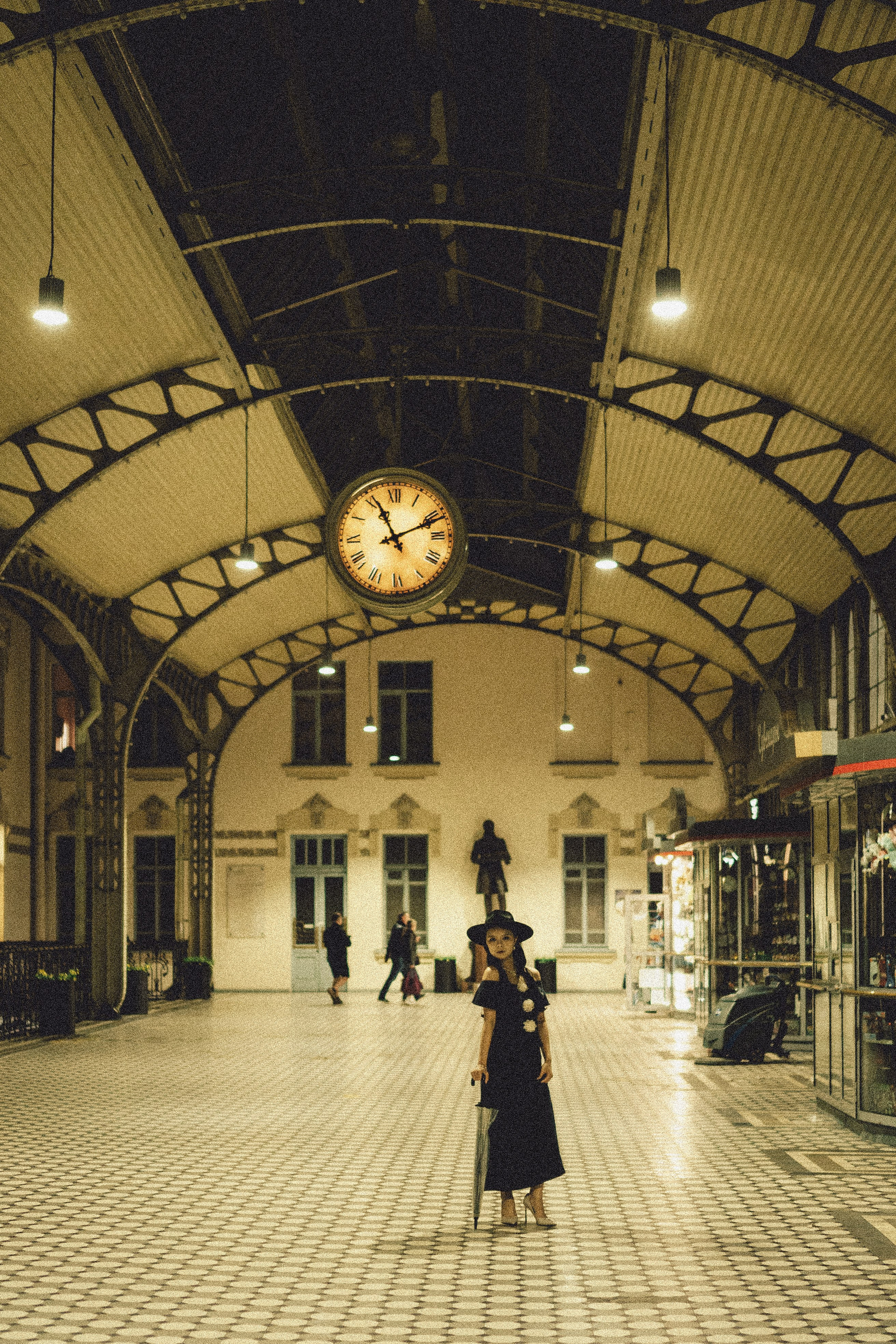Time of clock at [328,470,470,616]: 11:11
